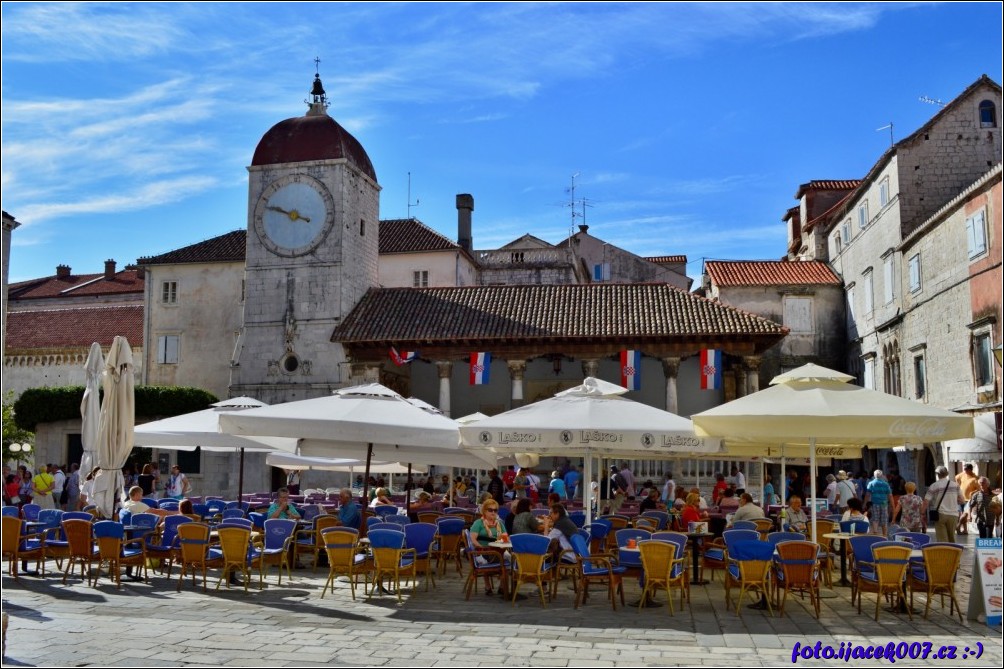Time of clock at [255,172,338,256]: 9:48
